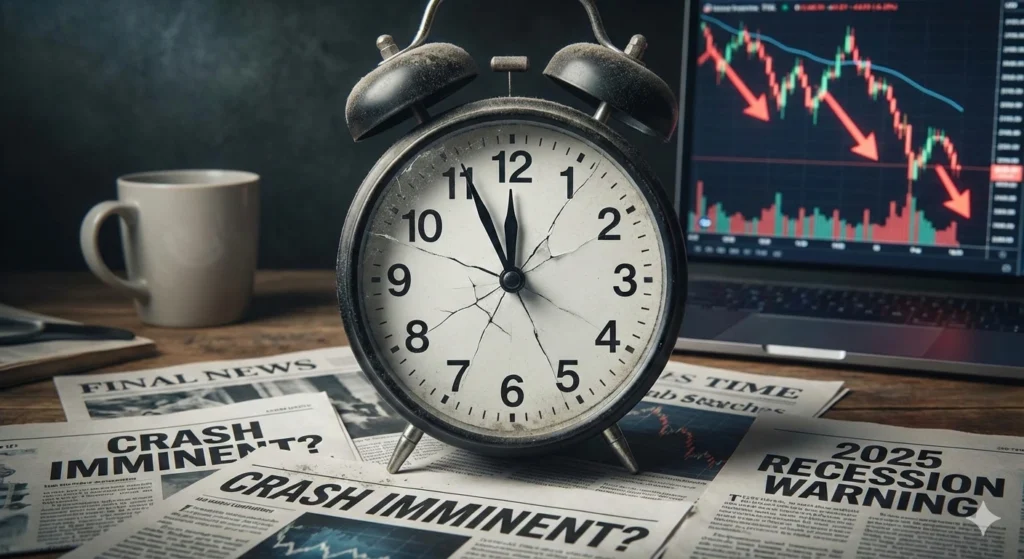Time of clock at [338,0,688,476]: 11:55
